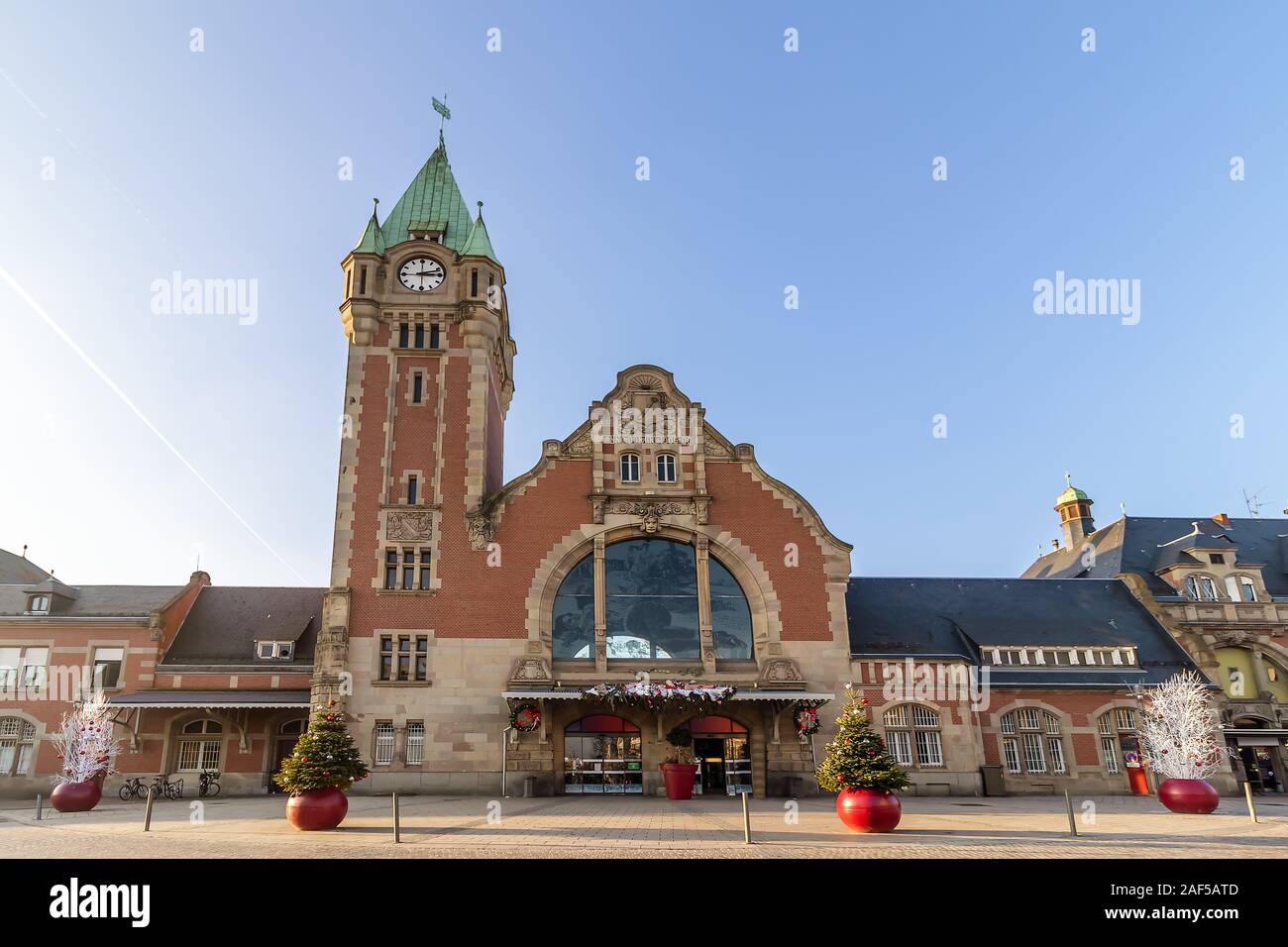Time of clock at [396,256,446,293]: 2:44
